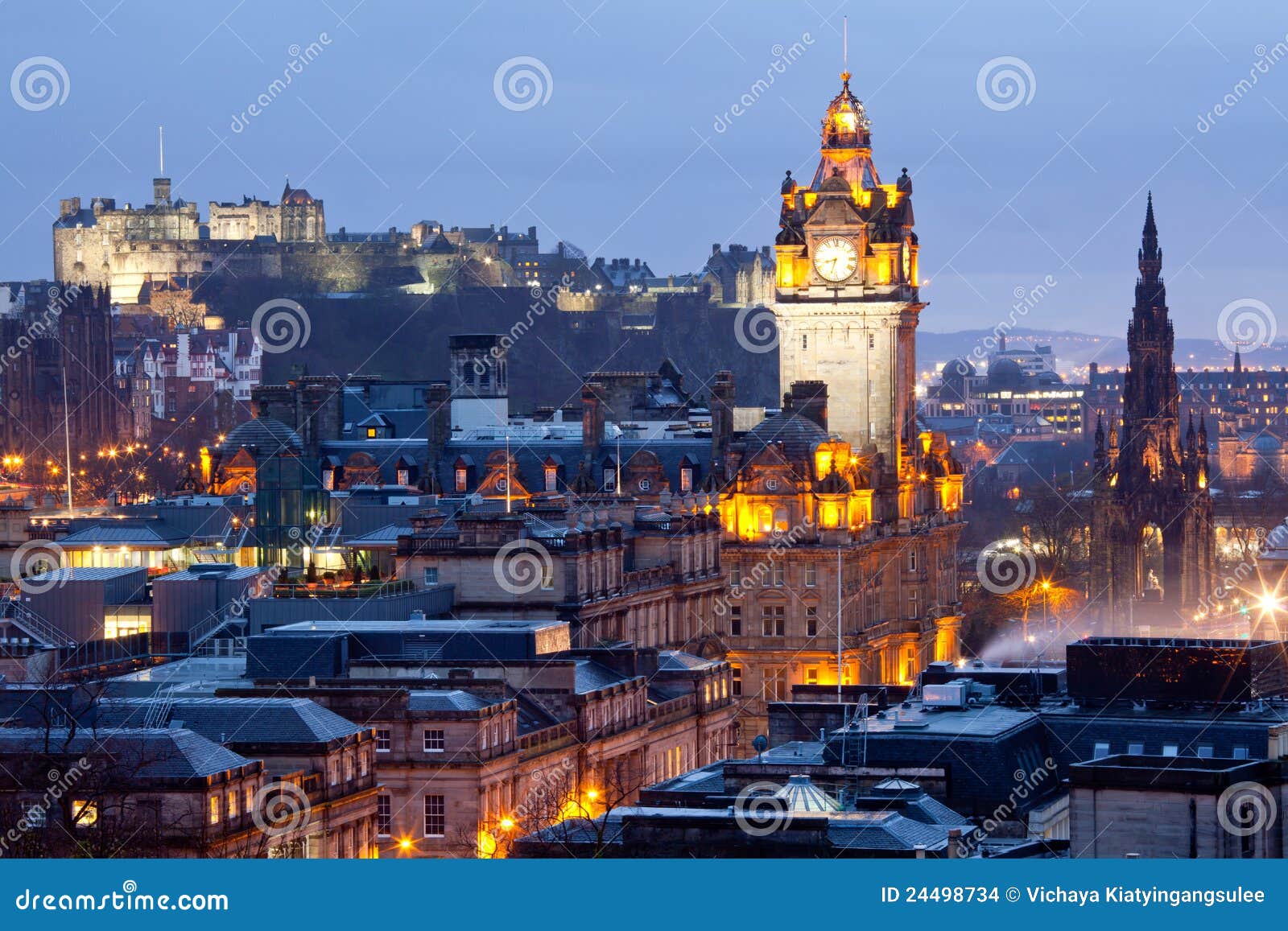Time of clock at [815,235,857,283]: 8:33
